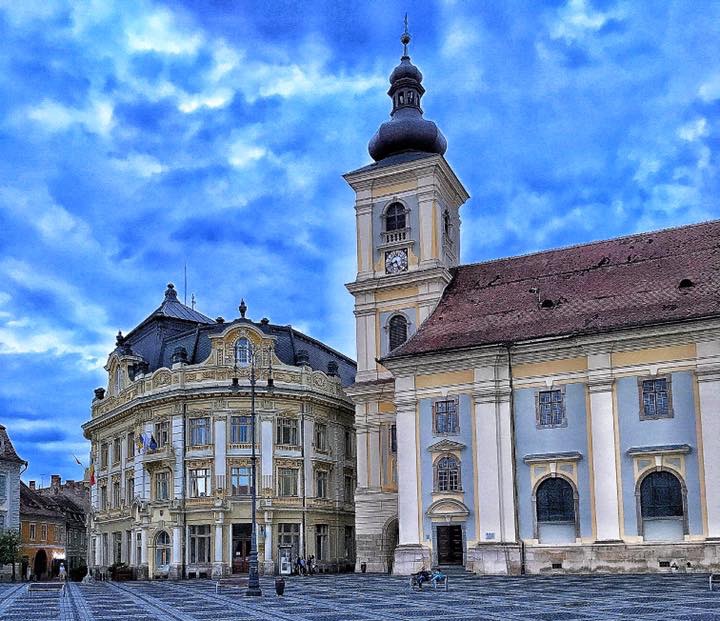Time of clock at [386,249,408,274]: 8:26
